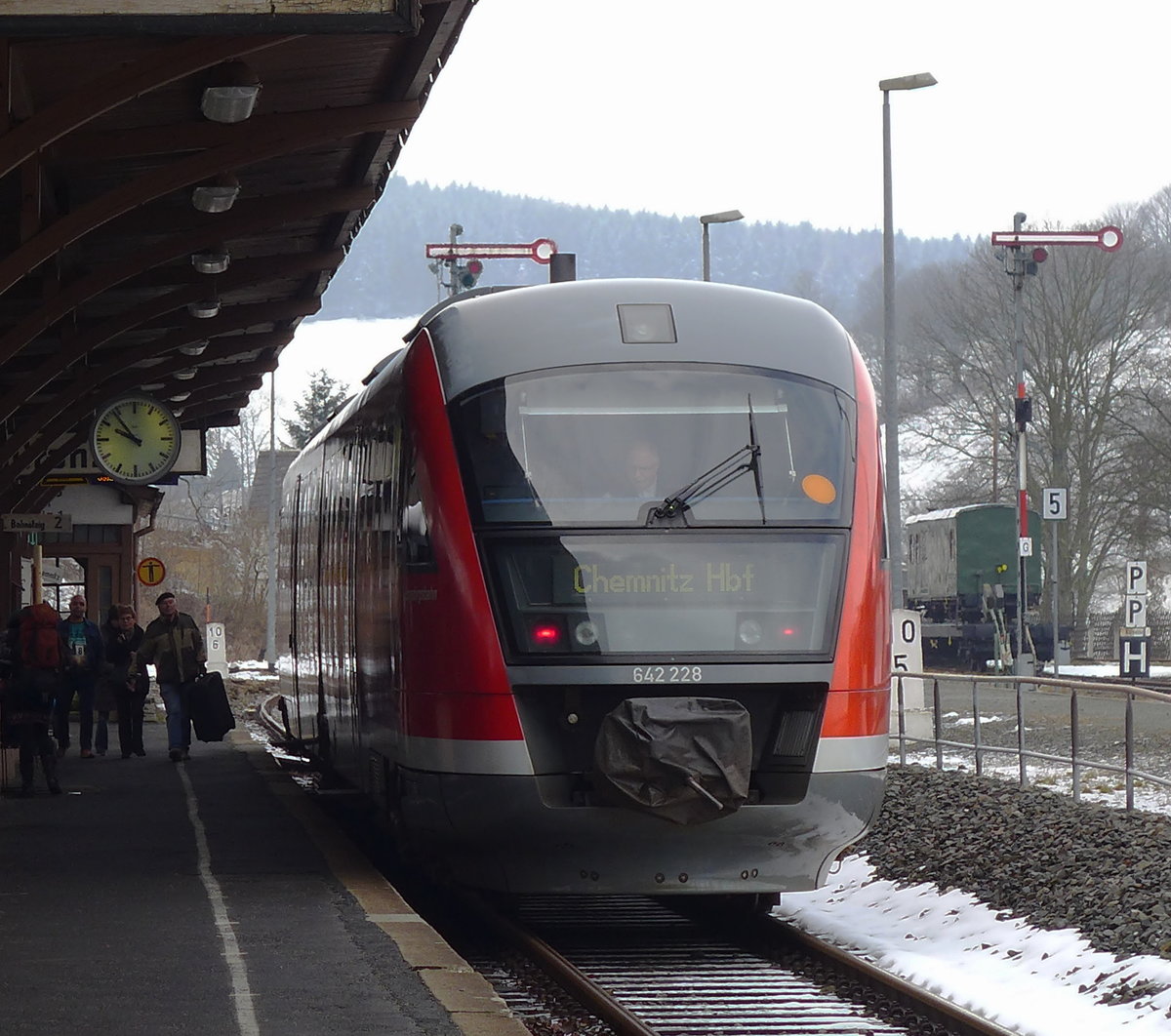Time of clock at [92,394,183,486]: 9:53
